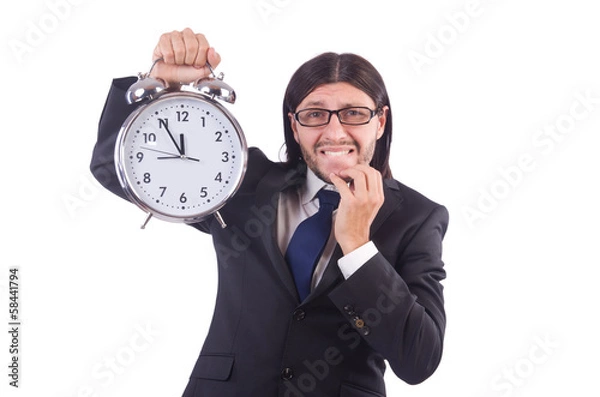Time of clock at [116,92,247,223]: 11:54
